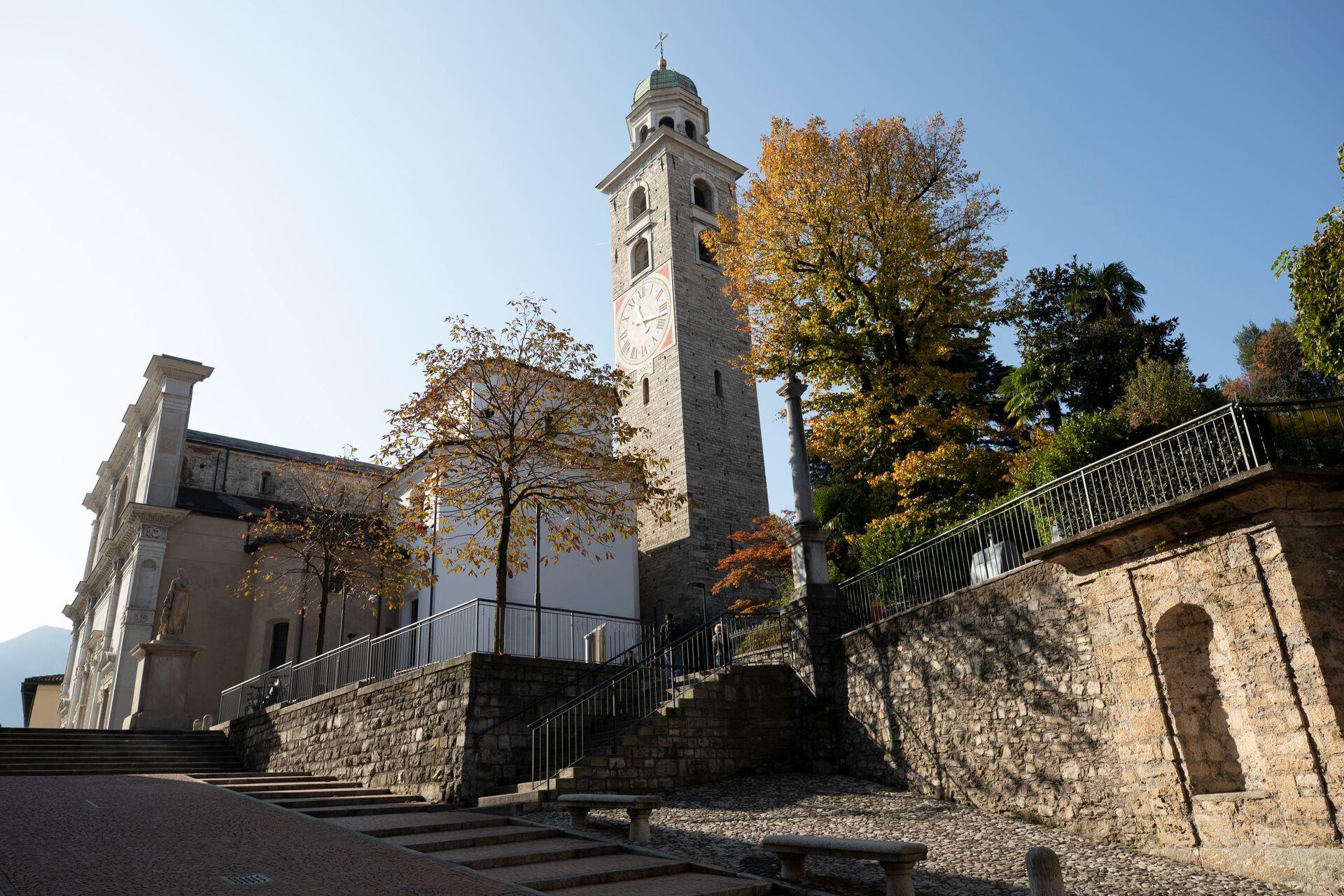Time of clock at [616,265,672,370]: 11:17
